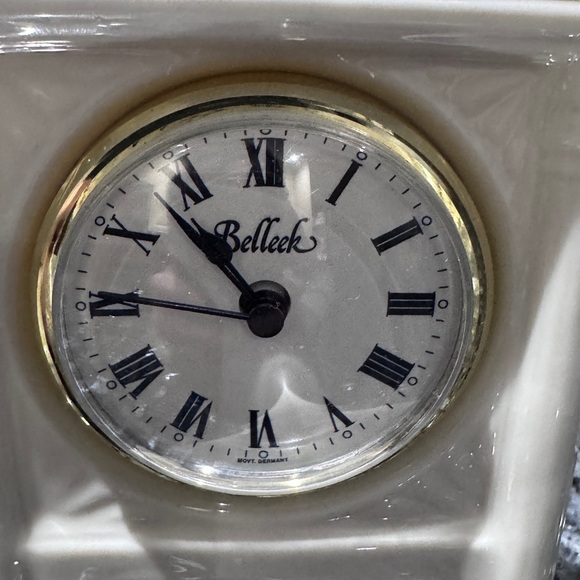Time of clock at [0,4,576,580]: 10:45
